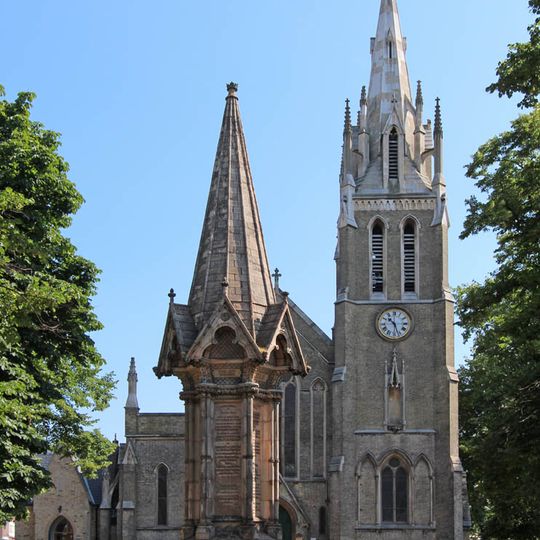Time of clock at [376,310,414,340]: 10:26
